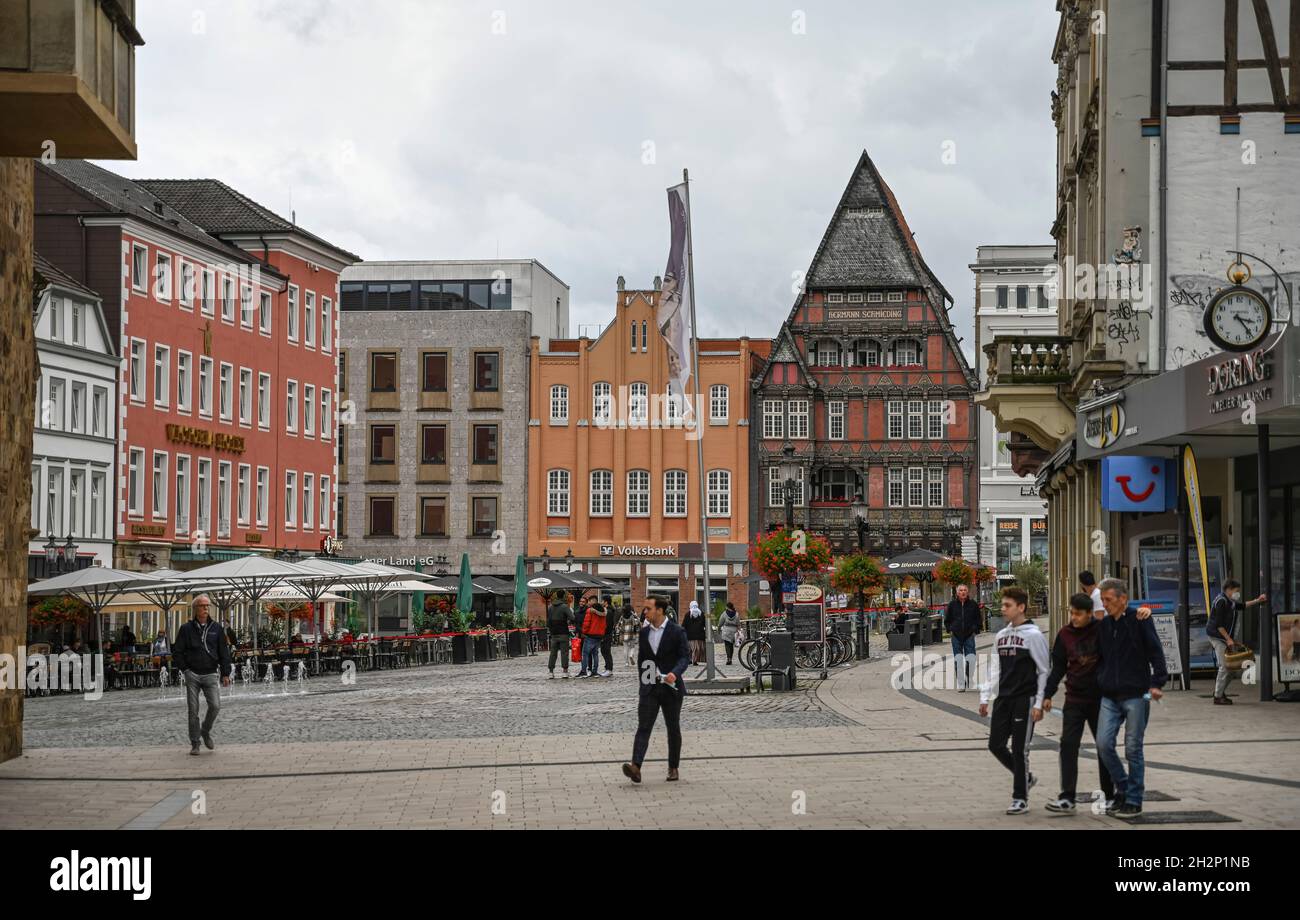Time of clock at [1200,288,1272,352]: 3:23
